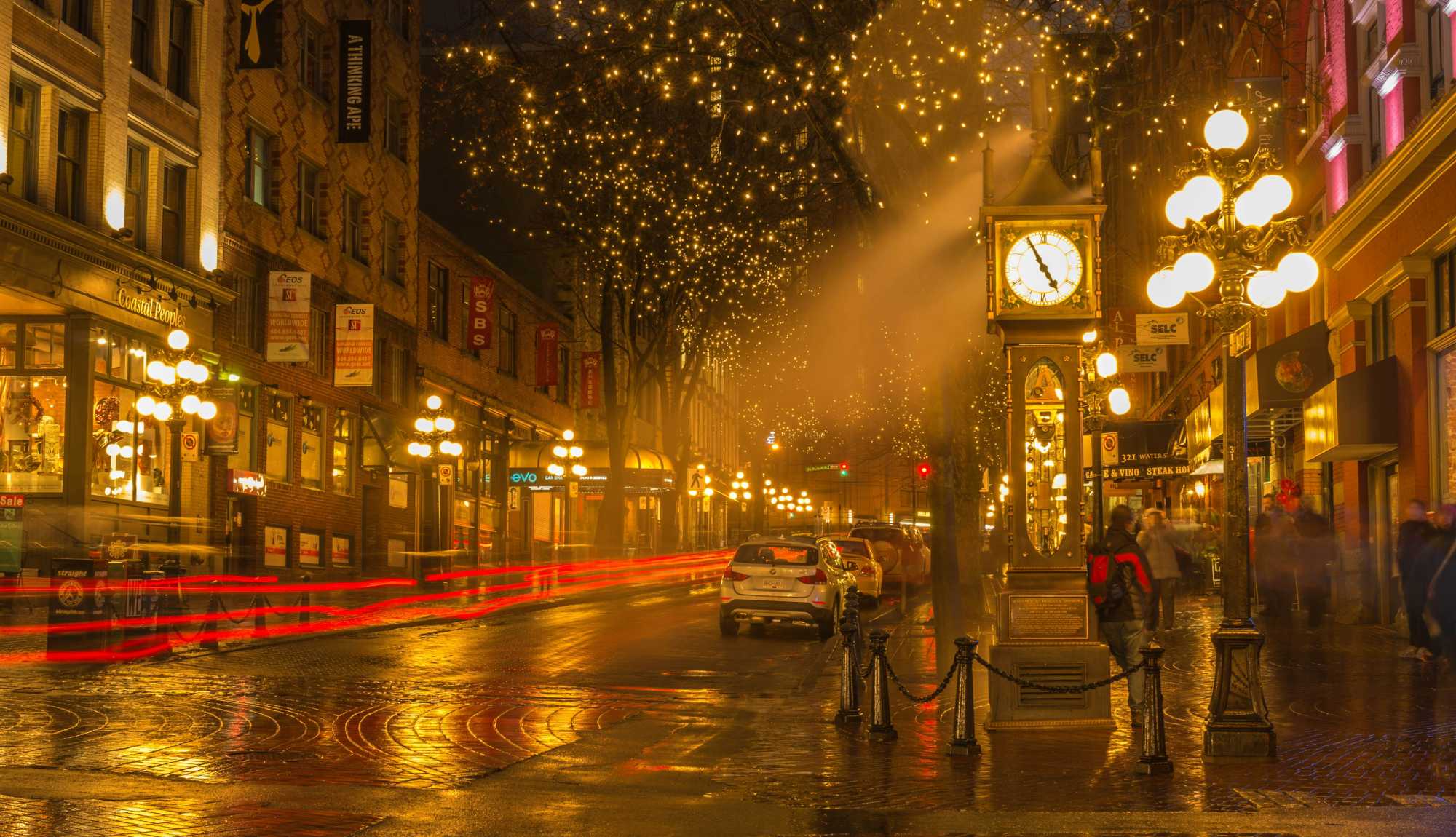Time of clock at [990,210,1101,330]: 4:55
